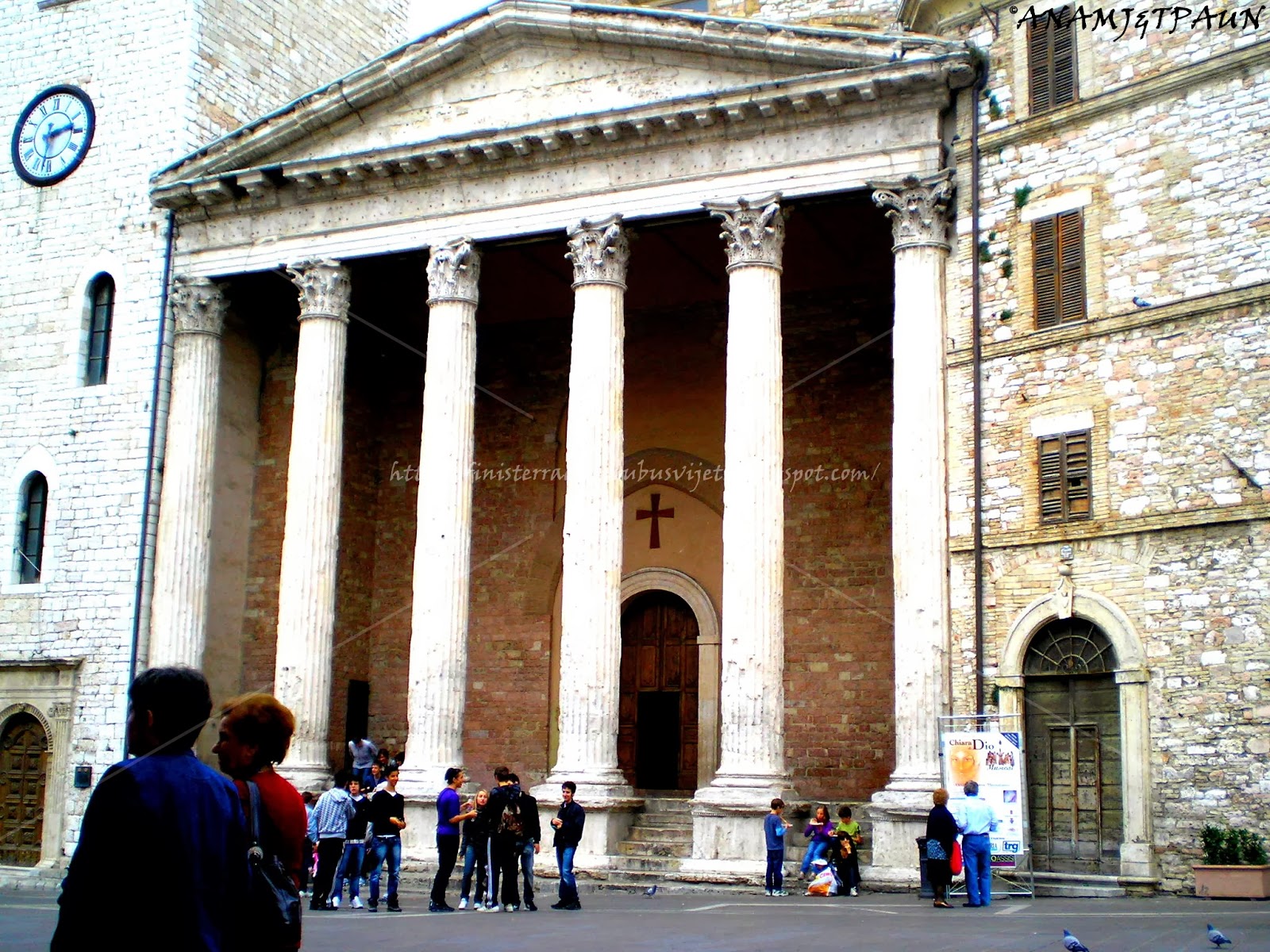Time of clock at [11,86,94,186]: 2:32
